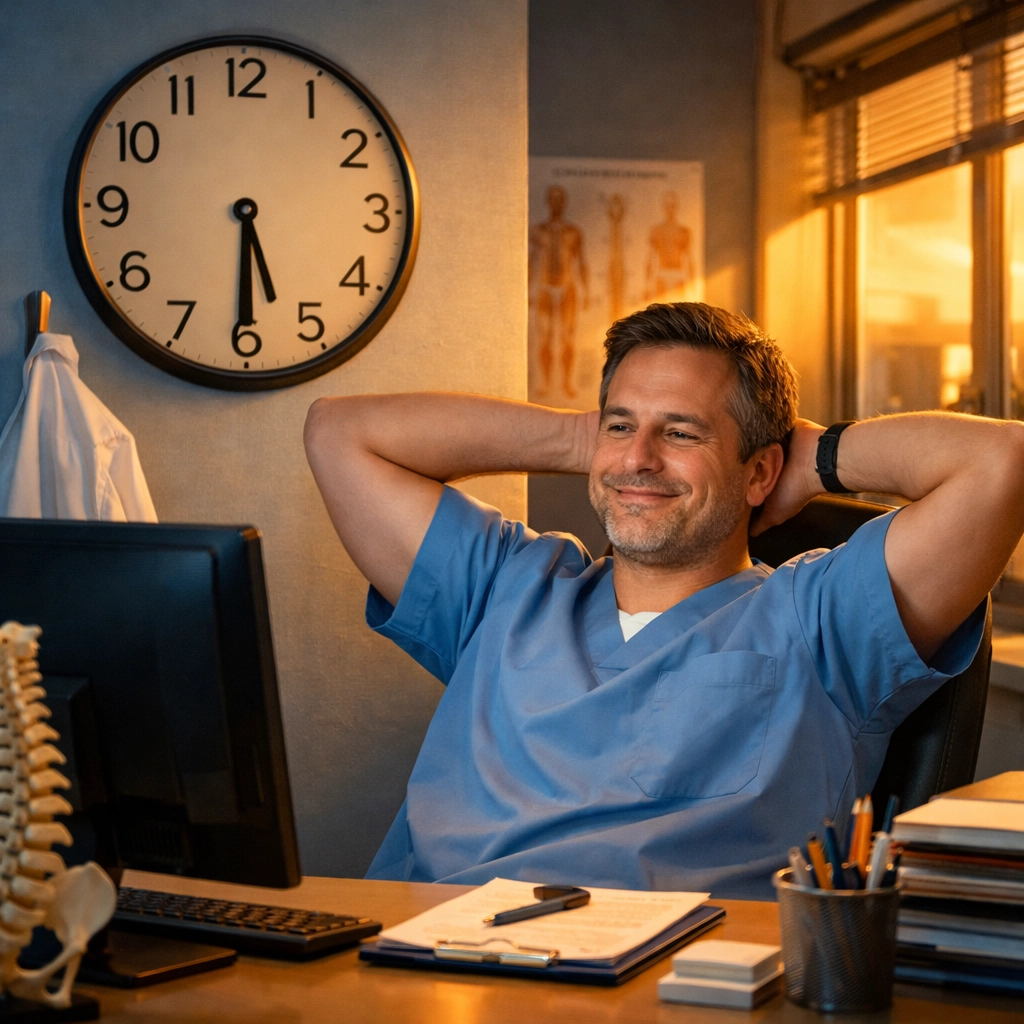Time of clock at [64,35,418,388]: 5:30
